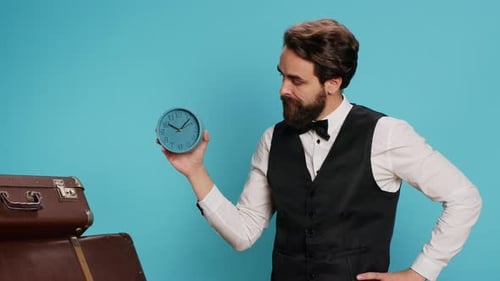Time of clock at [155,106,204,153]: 10:07
